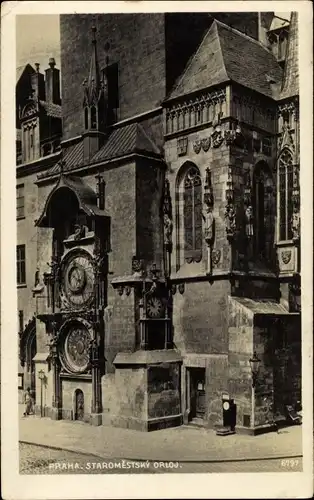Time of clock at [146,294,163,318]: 10:48
